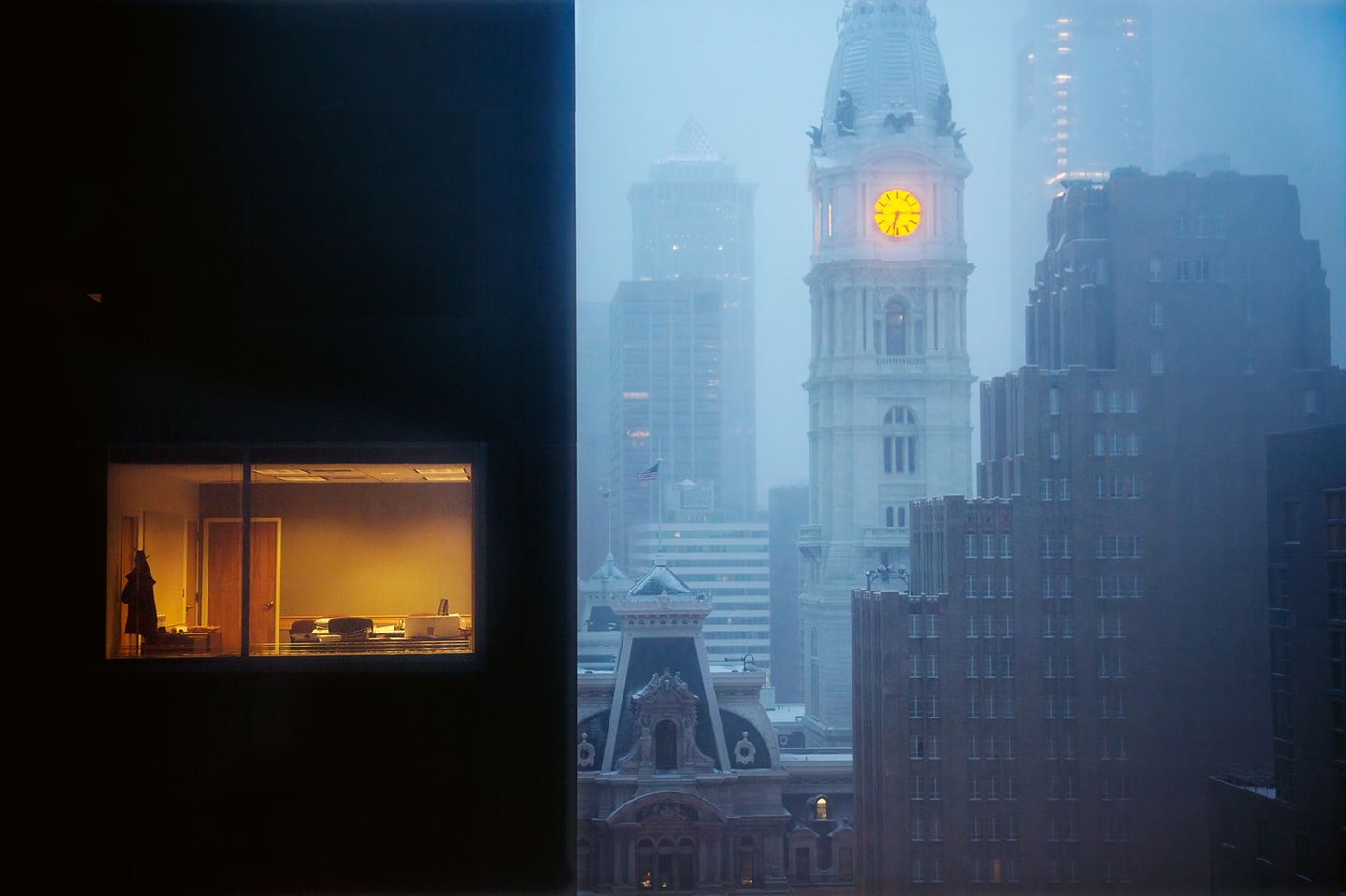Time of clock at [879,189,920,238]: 6:32
